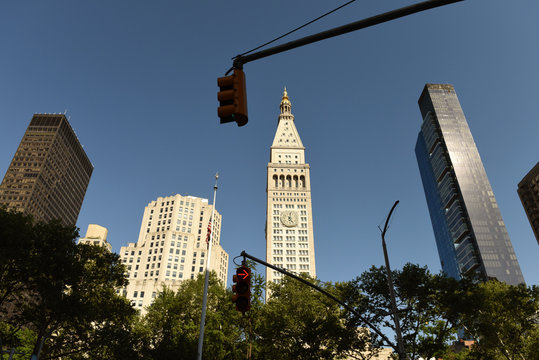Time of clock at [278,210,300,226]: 5:01
